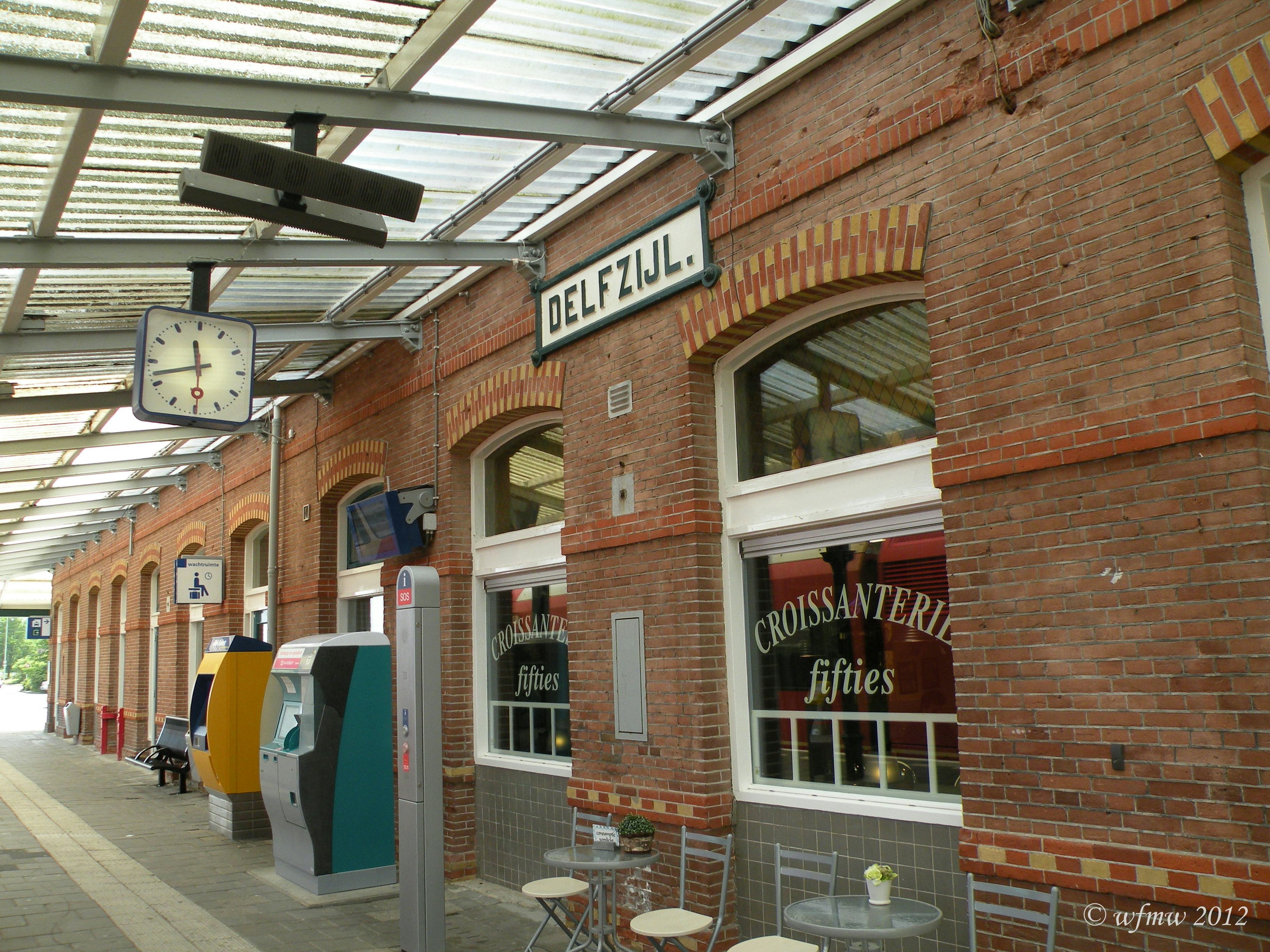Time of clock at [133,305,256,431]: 11:42
